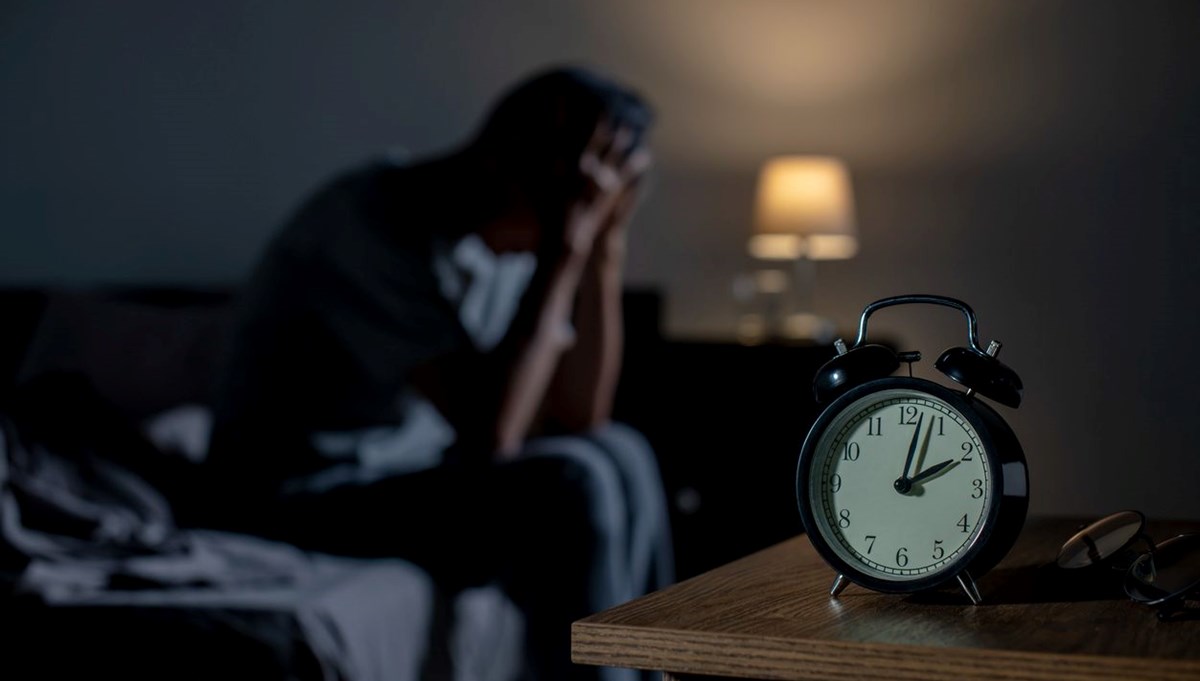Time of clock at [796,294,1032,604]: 2:02
